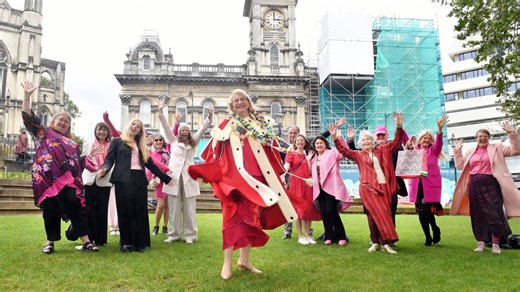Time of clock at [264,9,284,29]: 2:59
